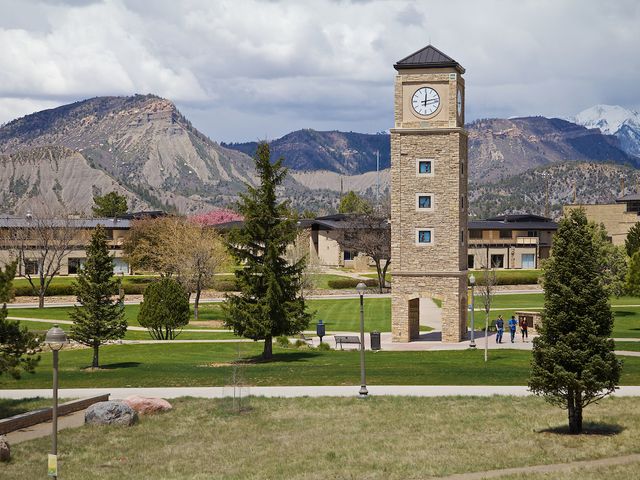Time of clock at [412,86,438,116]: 12:13
